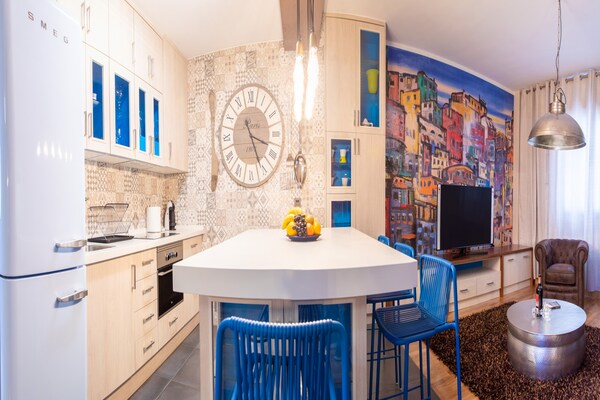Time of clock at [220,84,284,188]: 5:18
